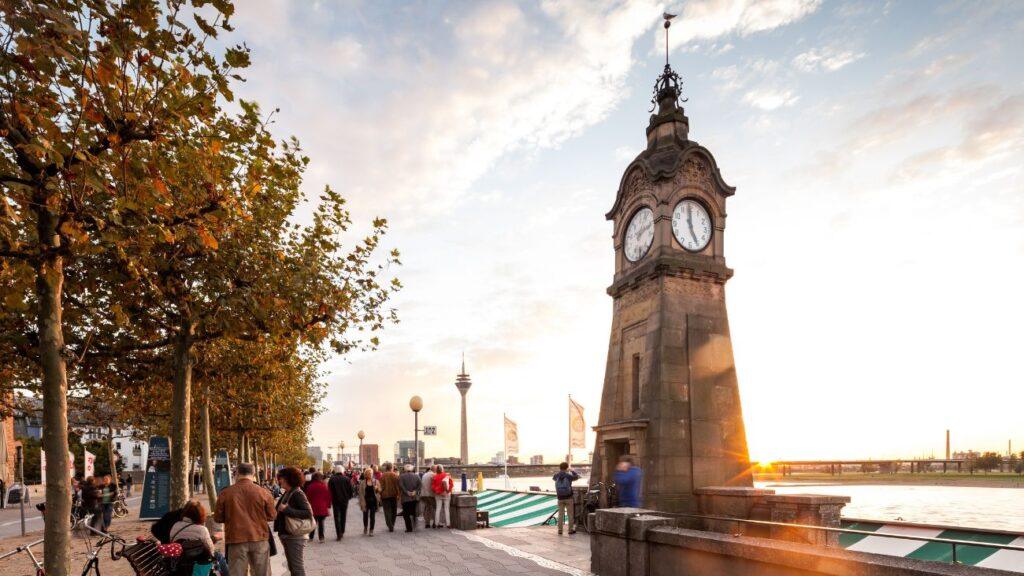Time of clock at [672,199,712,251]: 4:59
